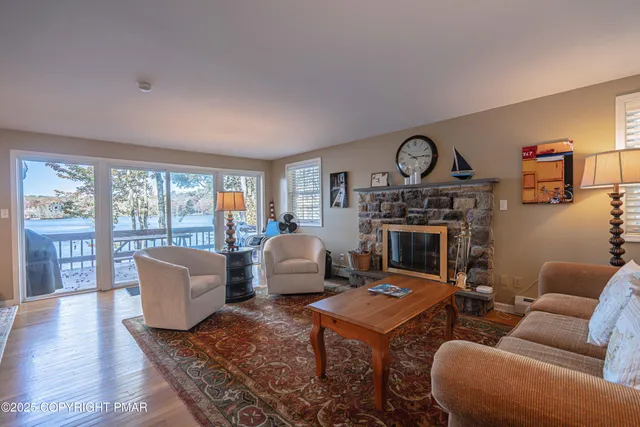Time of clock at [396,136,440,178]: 10:14
